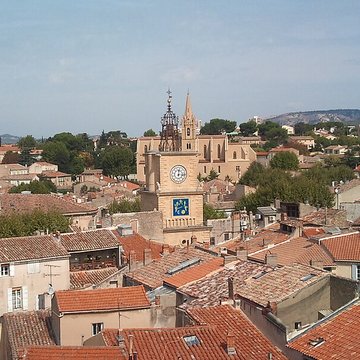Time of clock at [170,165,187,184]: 12:14
